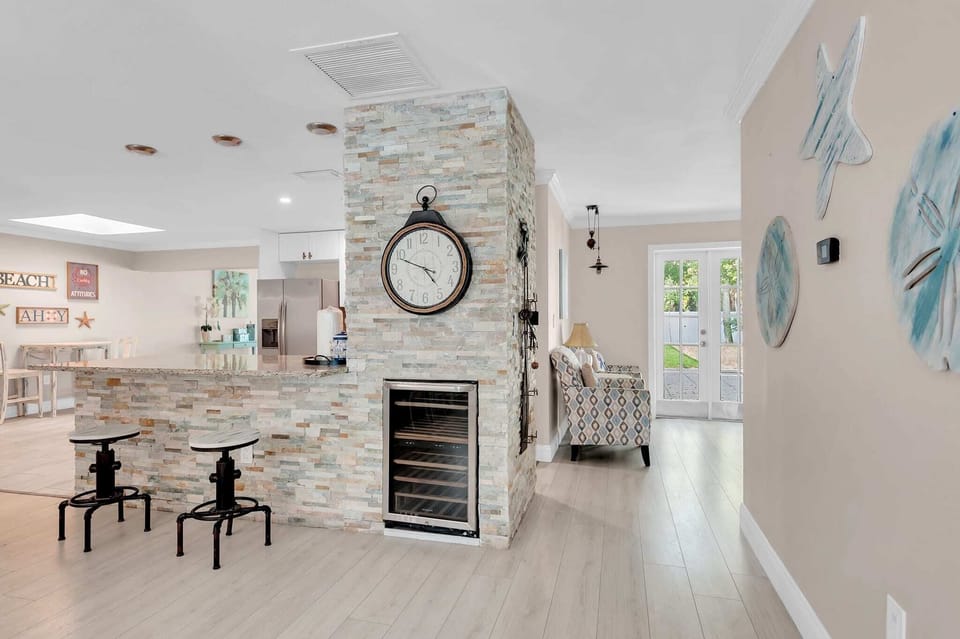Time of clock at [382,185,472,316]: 4:48
